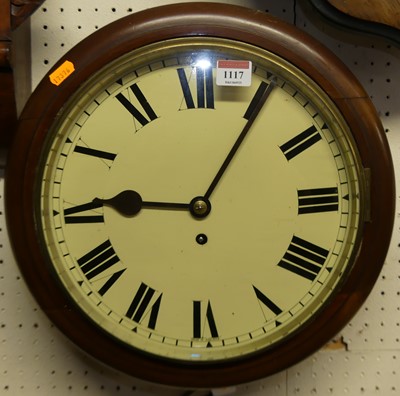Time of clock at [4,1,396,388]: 9:05
